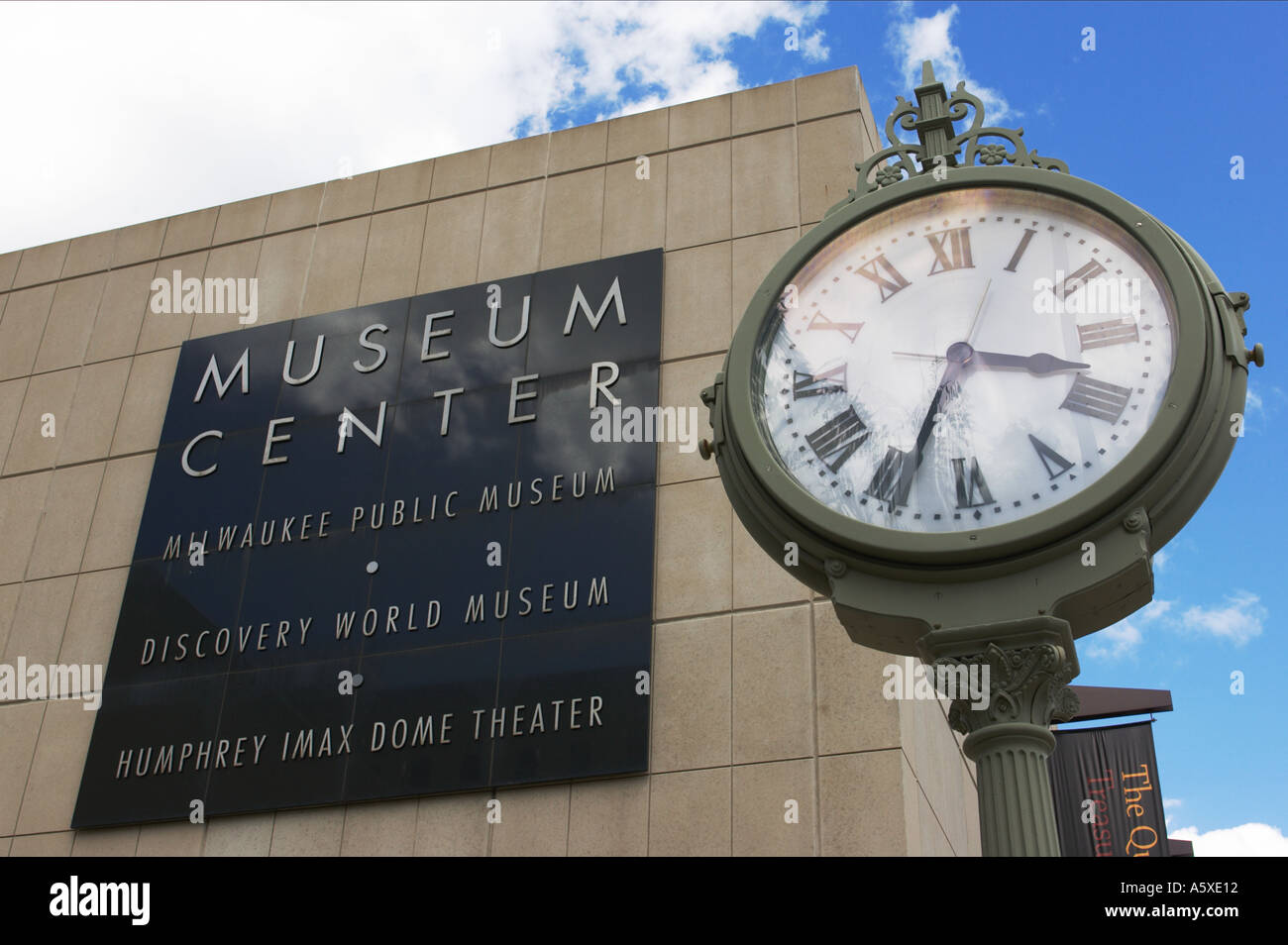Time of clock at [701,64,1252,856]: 3:33
